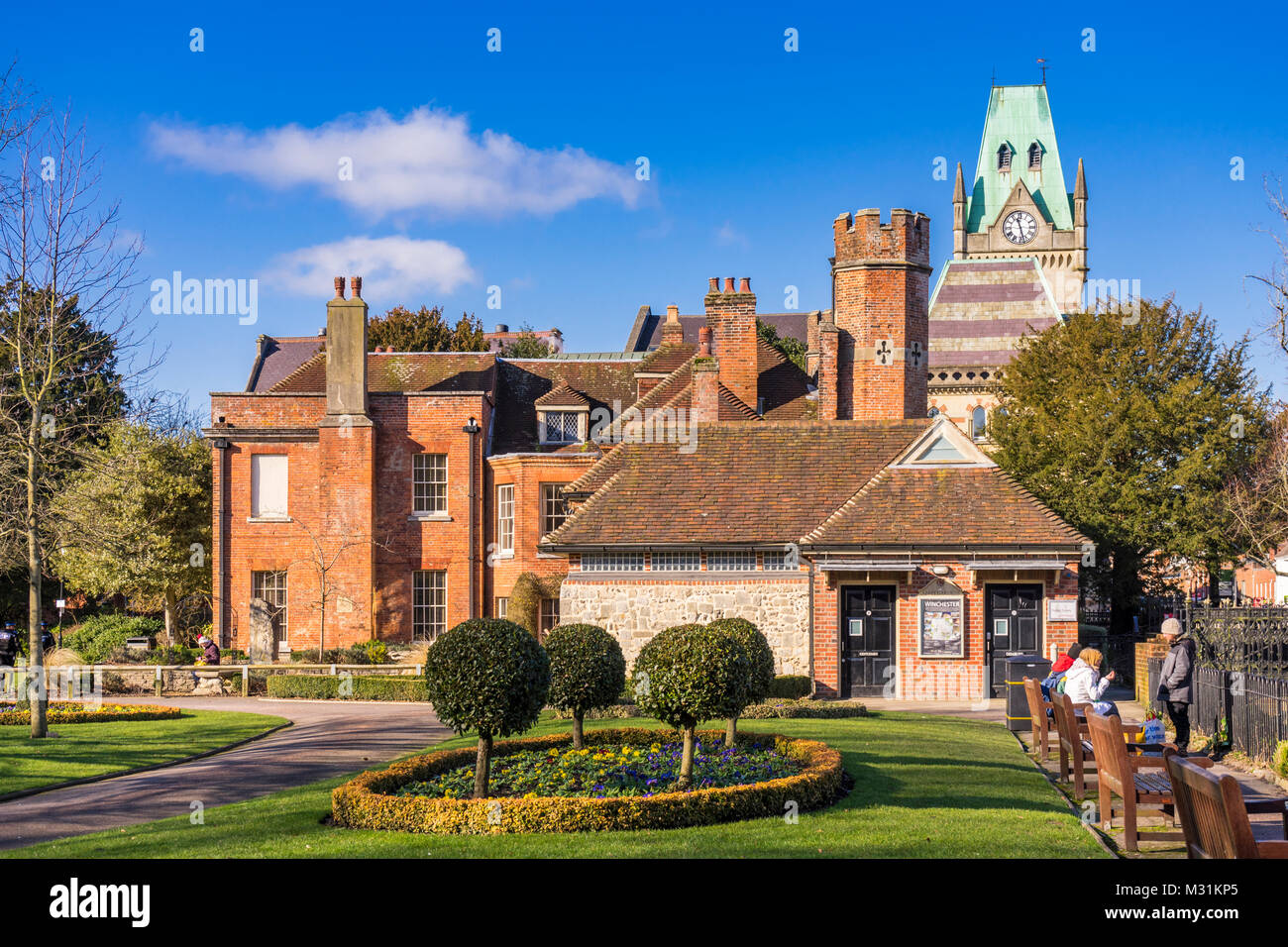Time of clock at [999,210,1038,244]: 11:27
